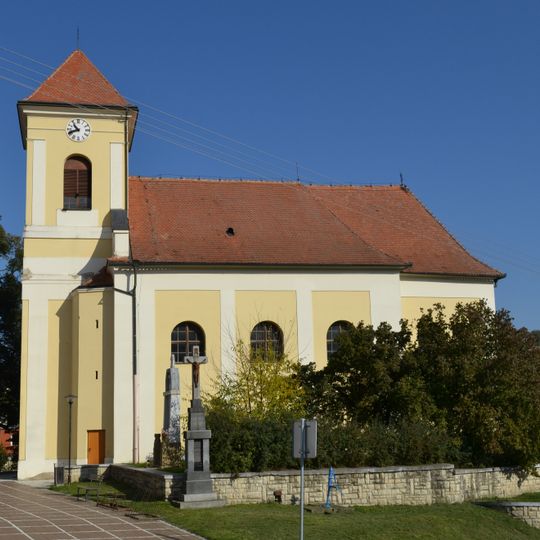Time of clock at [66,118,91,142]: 10:41
